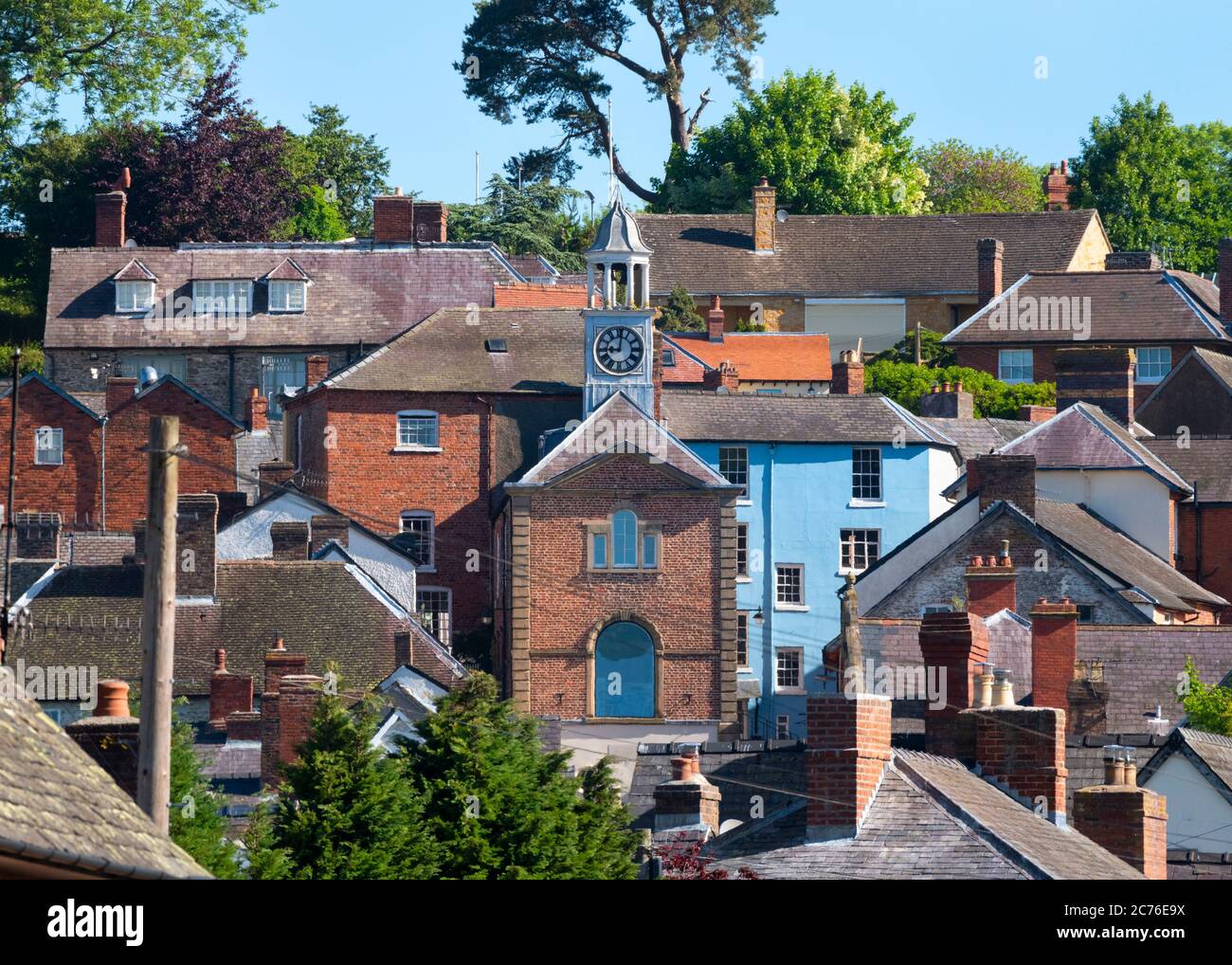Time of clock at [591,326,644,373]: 9:01
